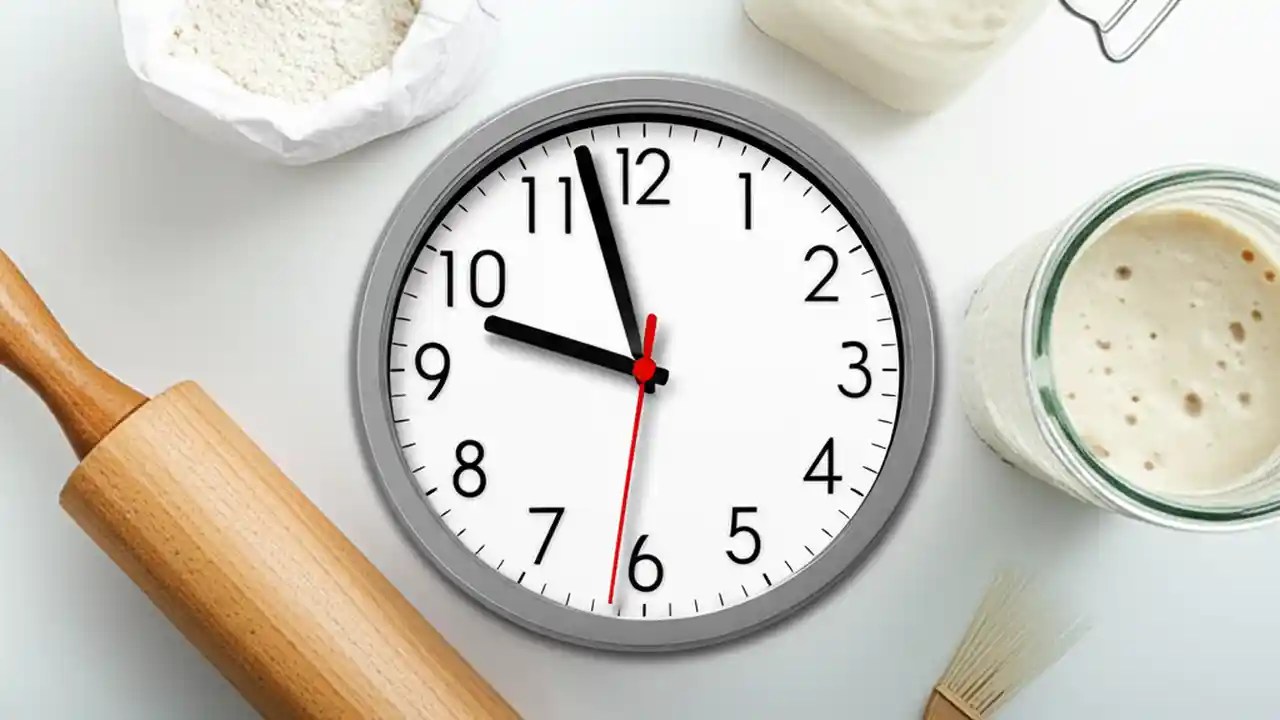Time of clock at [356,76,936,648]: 9:57
